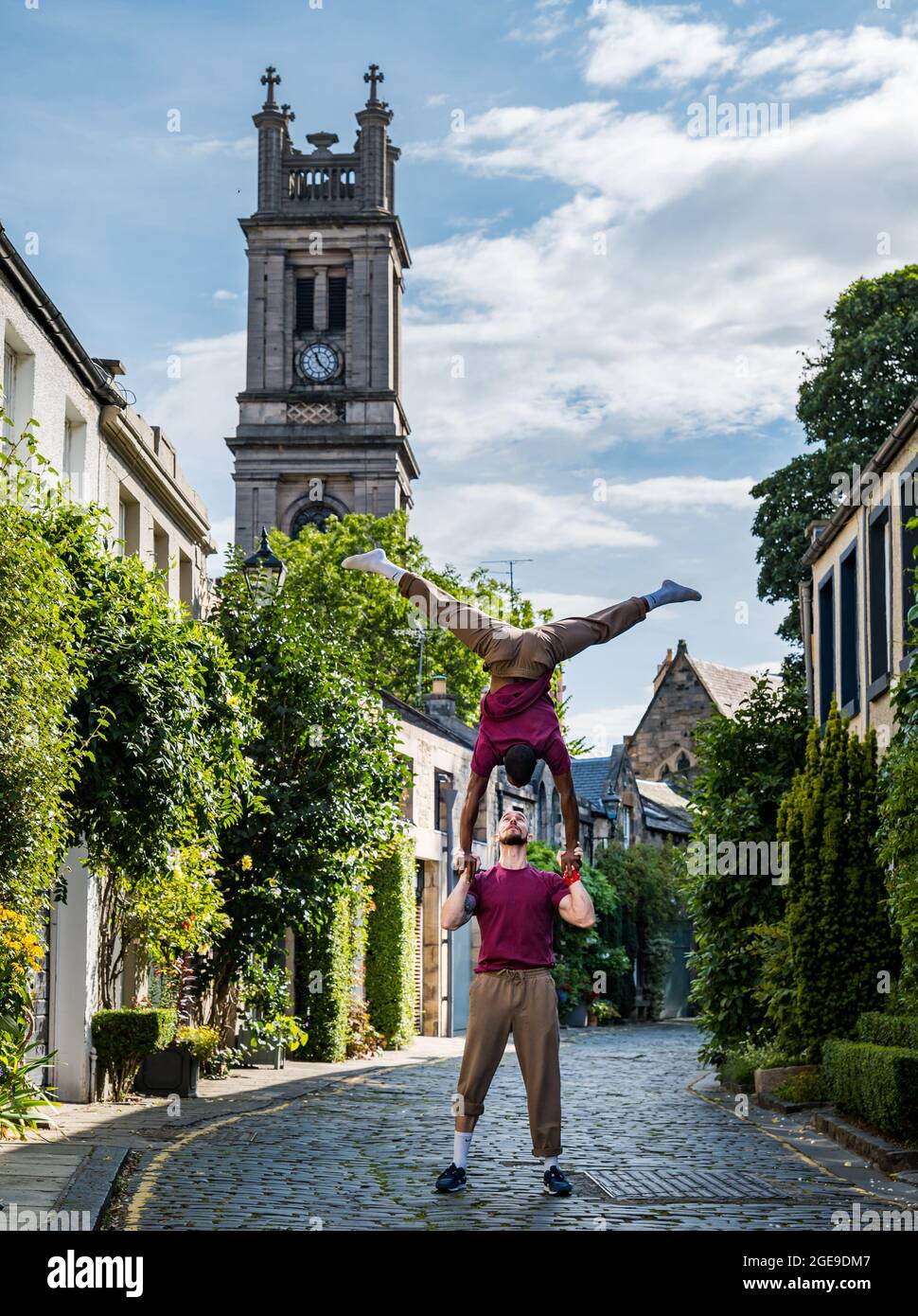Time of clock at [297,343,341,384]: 11:22
